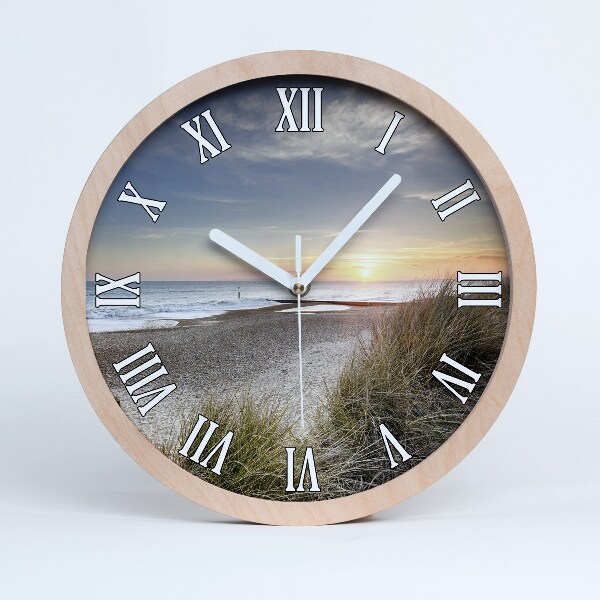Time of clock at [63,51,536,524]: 10:06
